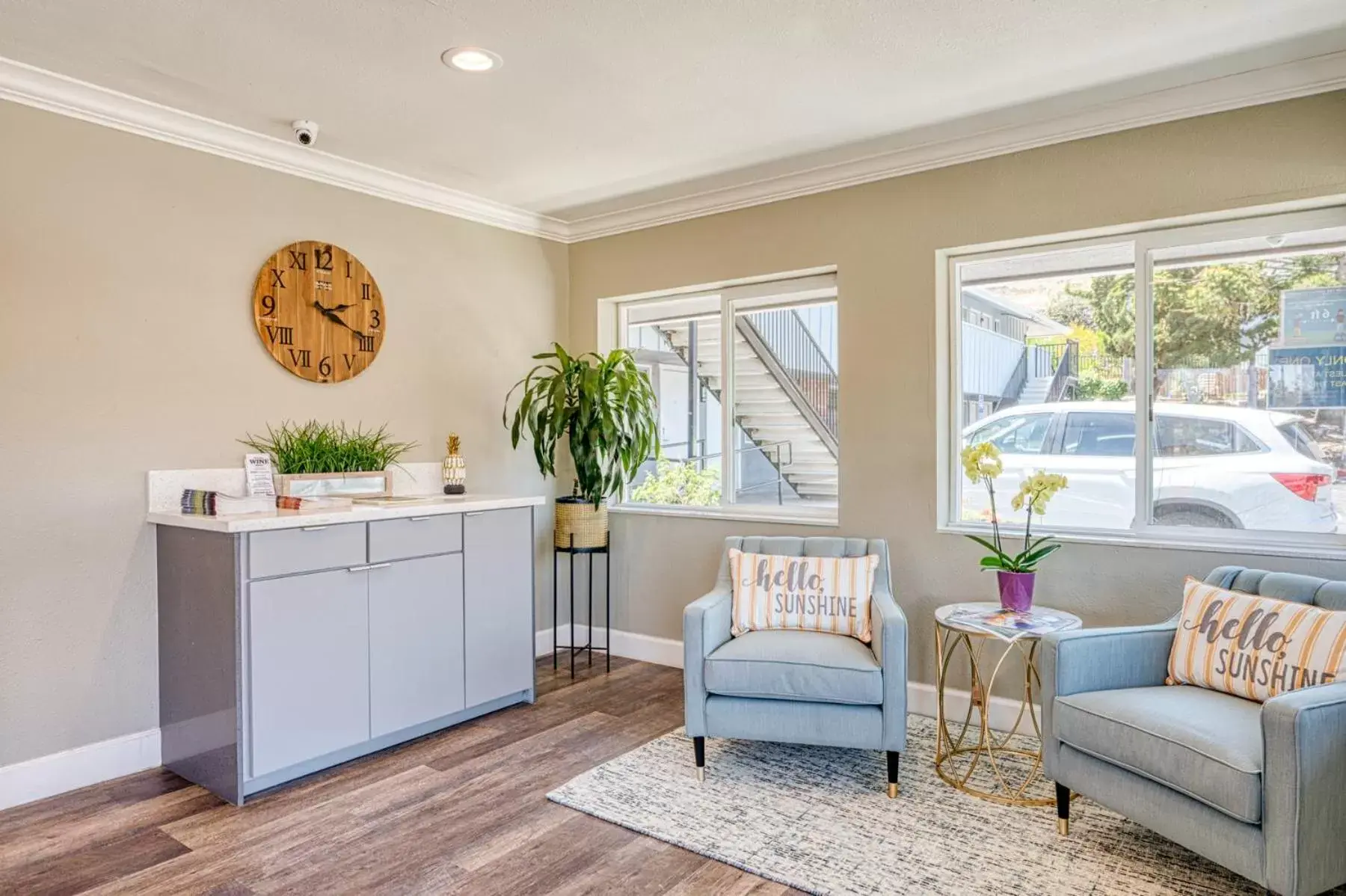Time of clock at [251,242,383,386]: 2:19
